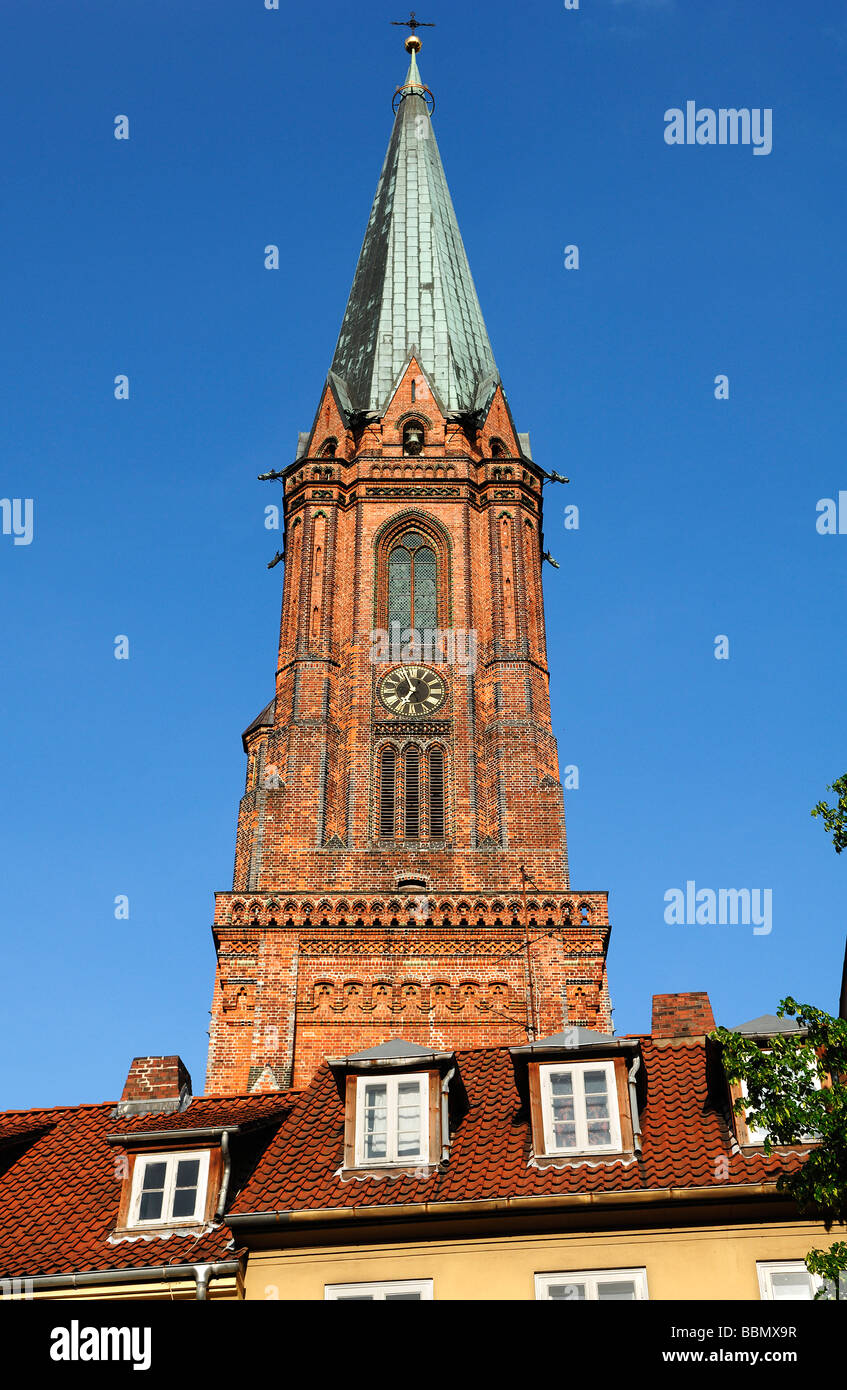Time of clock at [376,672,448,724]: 6:56
